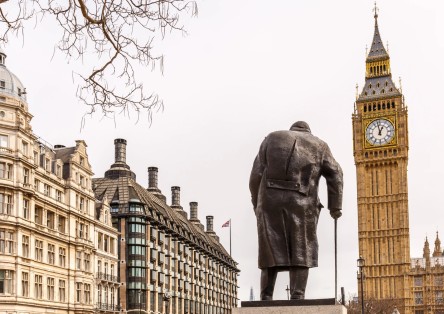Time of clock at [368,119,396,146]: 12:58
